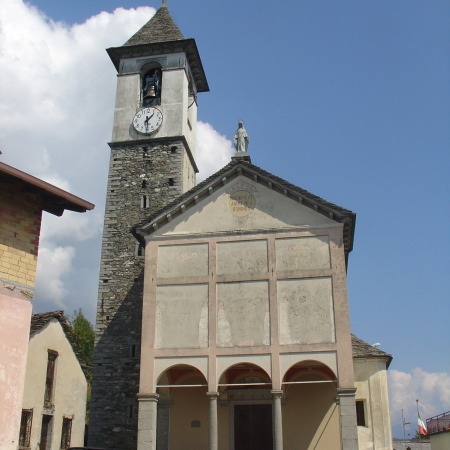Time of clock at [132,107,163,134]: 1:29
